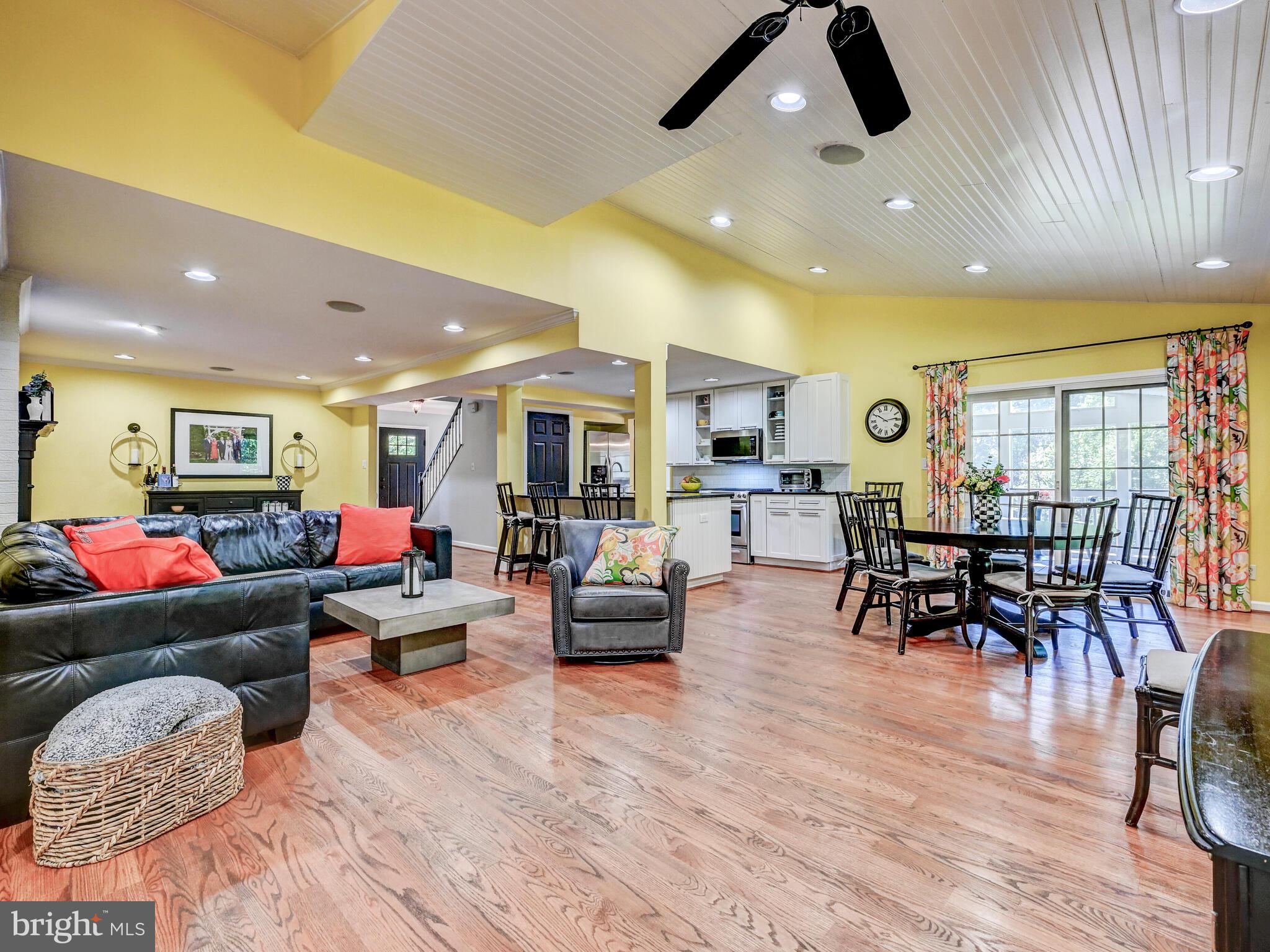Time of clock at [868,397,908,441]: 10:13
